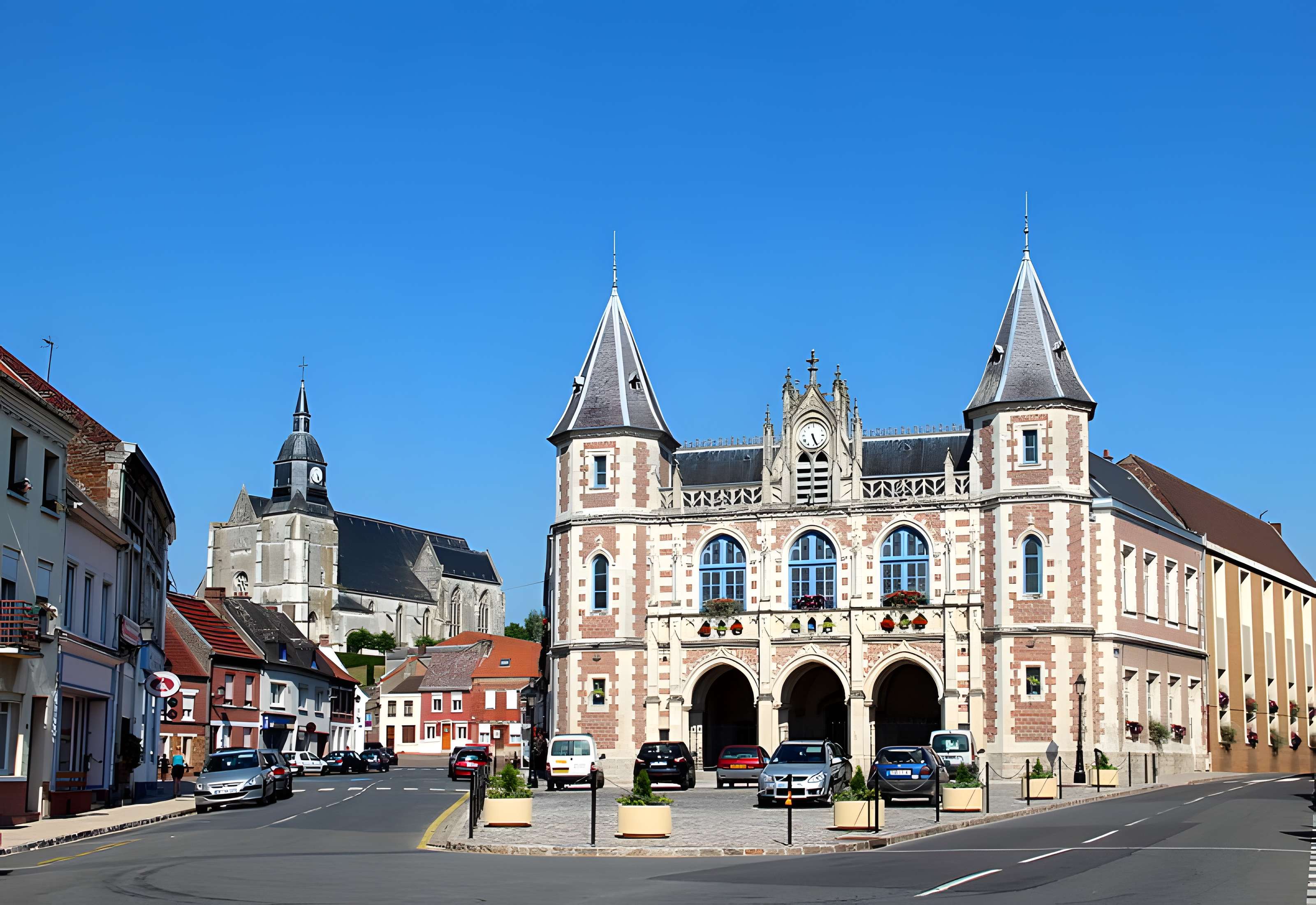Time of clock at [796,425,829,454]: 5:26
